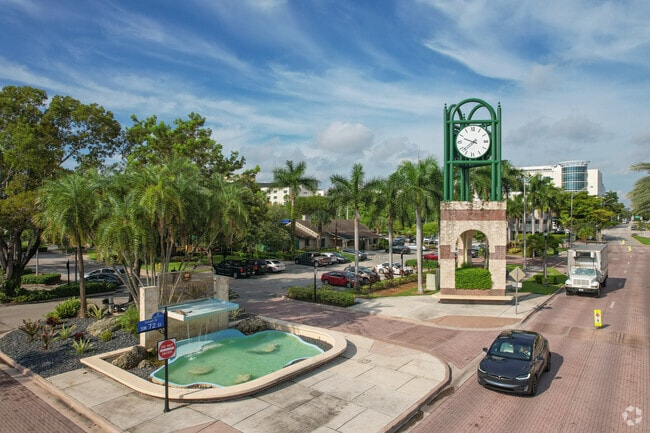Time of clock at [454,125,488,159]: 9:38
